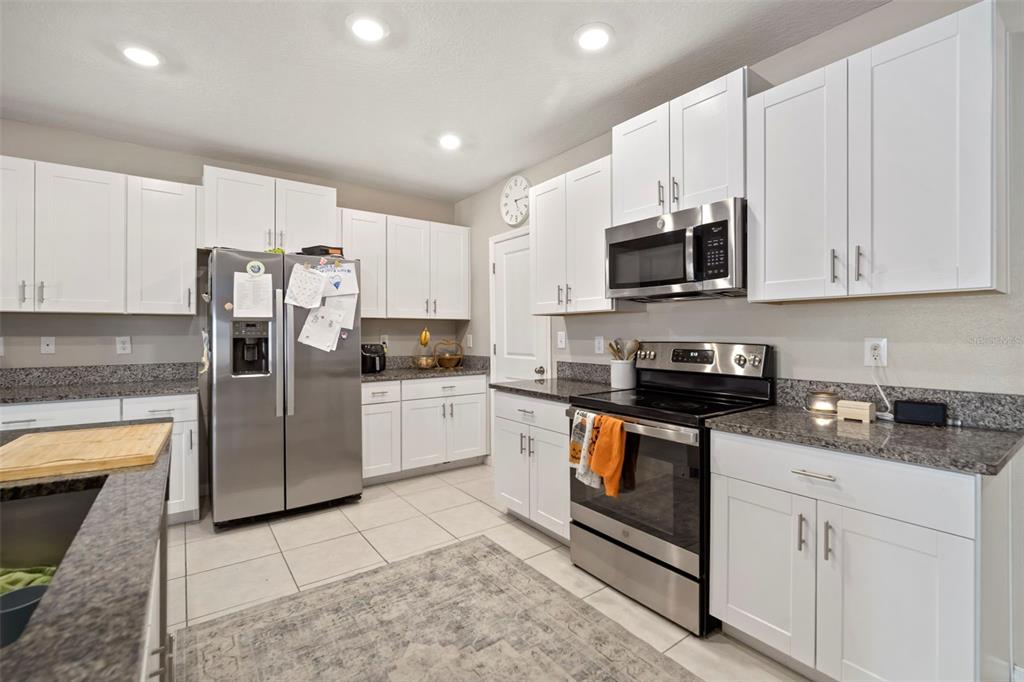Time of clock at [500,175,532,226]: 5:14
